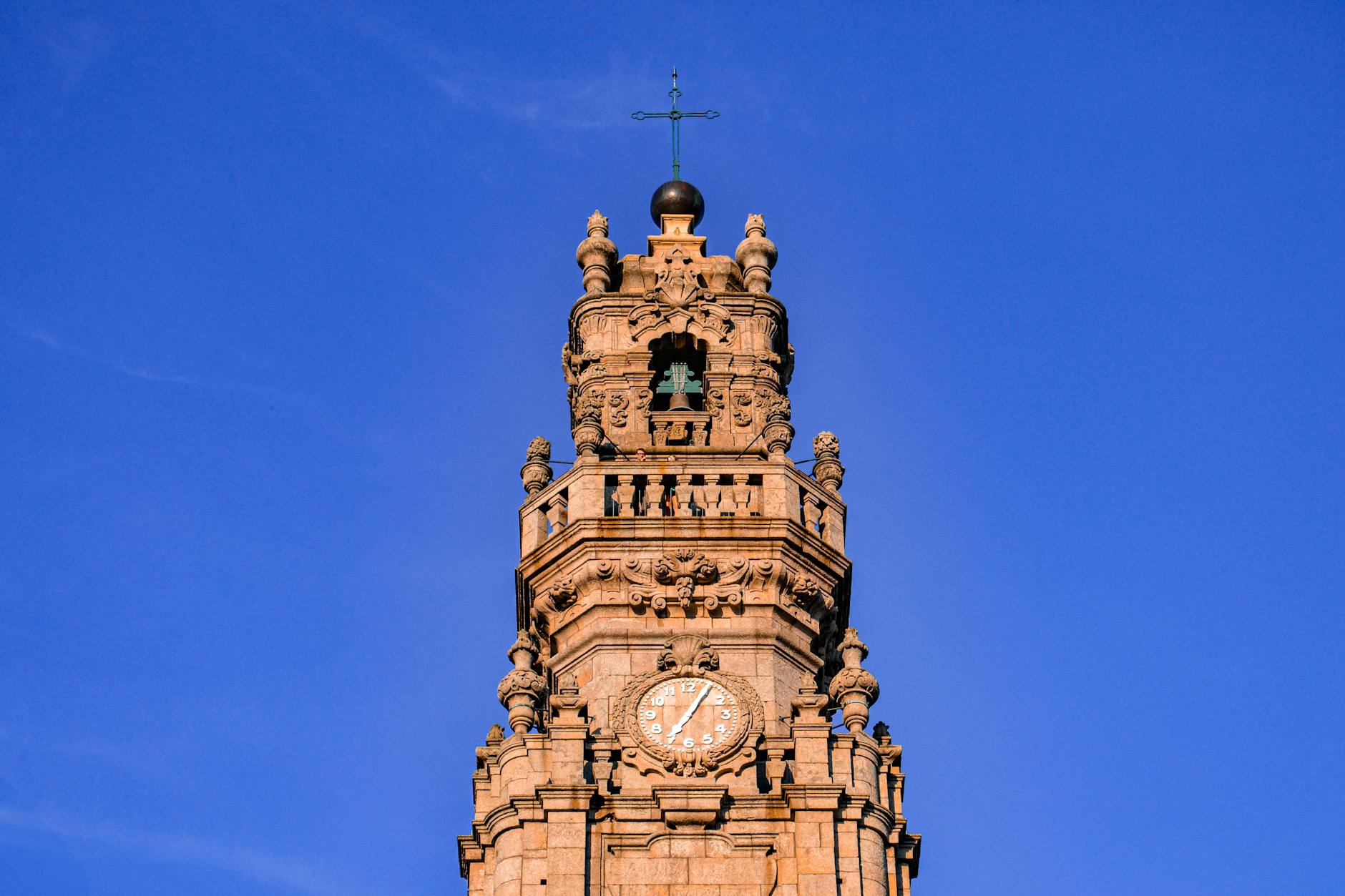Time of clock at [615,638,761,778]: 7:04
